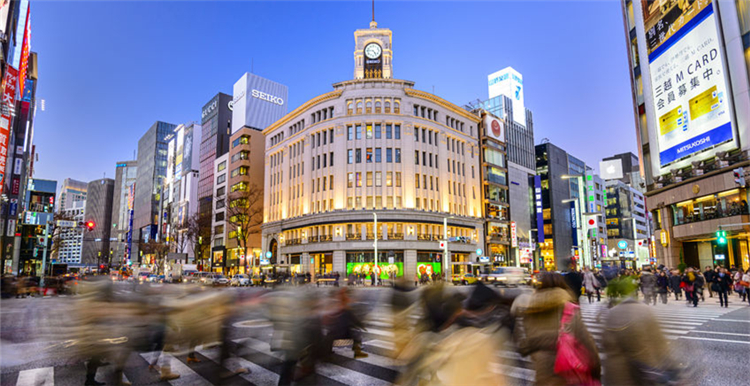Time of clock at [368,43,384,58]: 4:46
